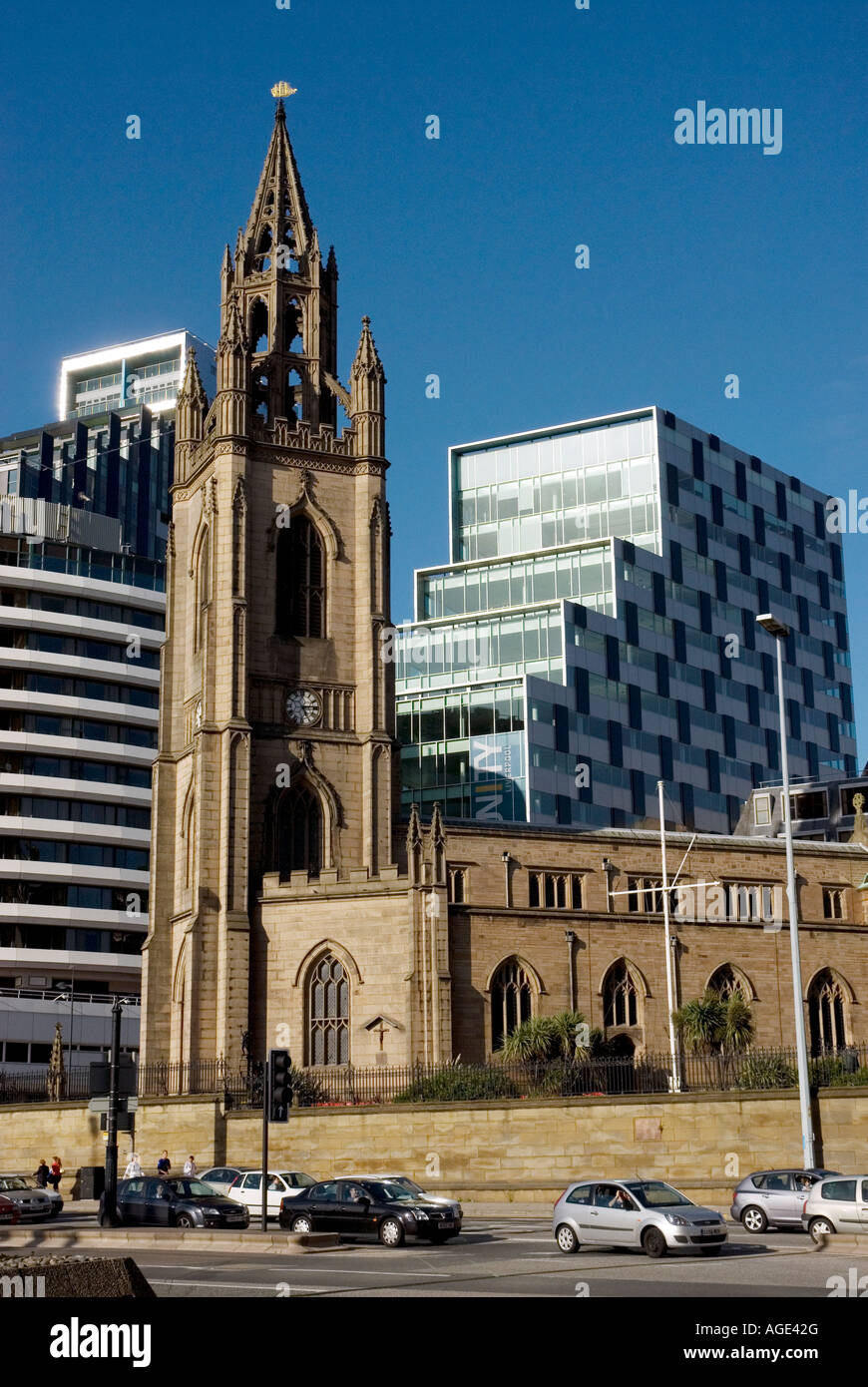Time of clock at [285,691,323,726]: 5:14
